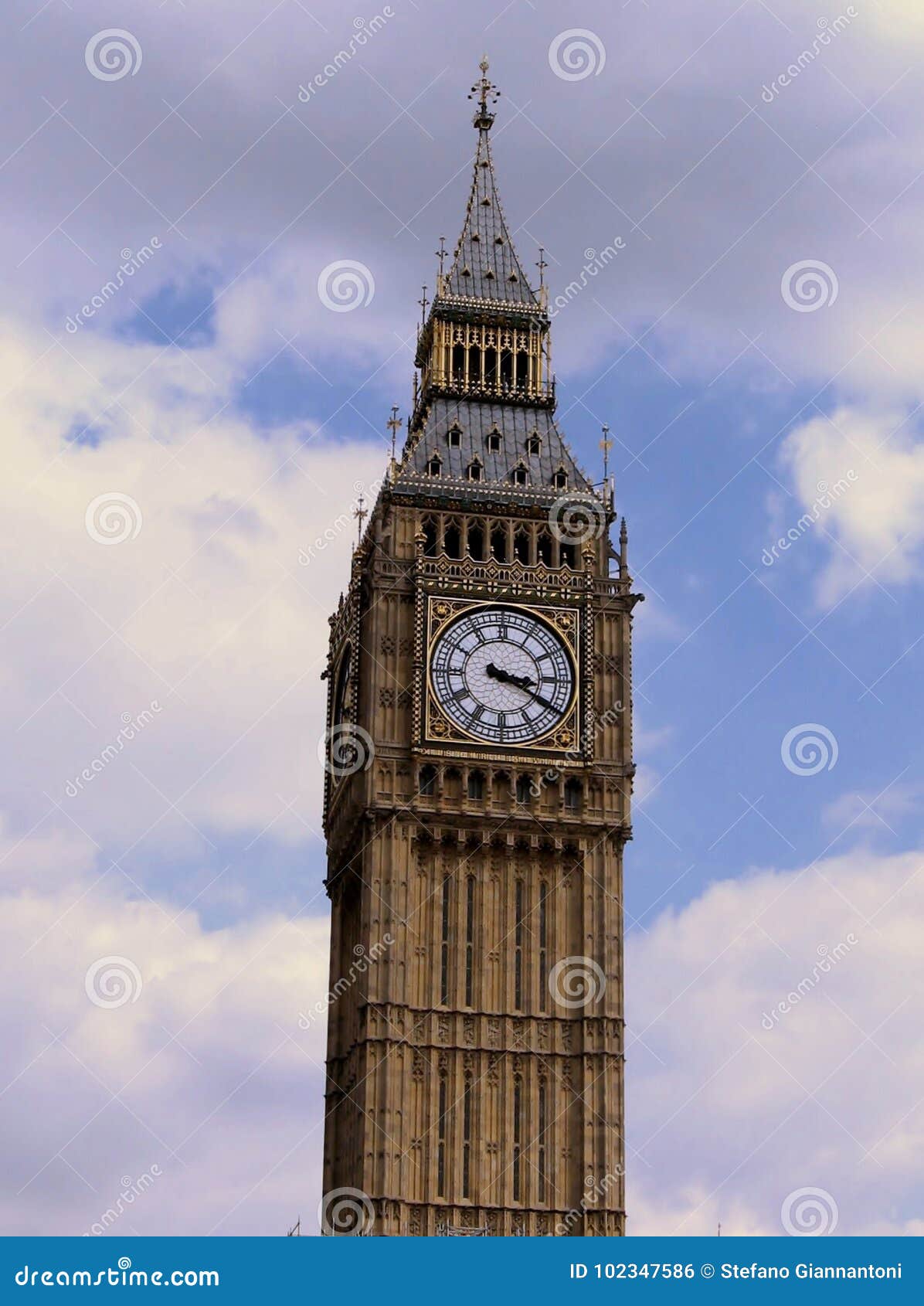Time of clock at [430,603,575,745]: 3:20
